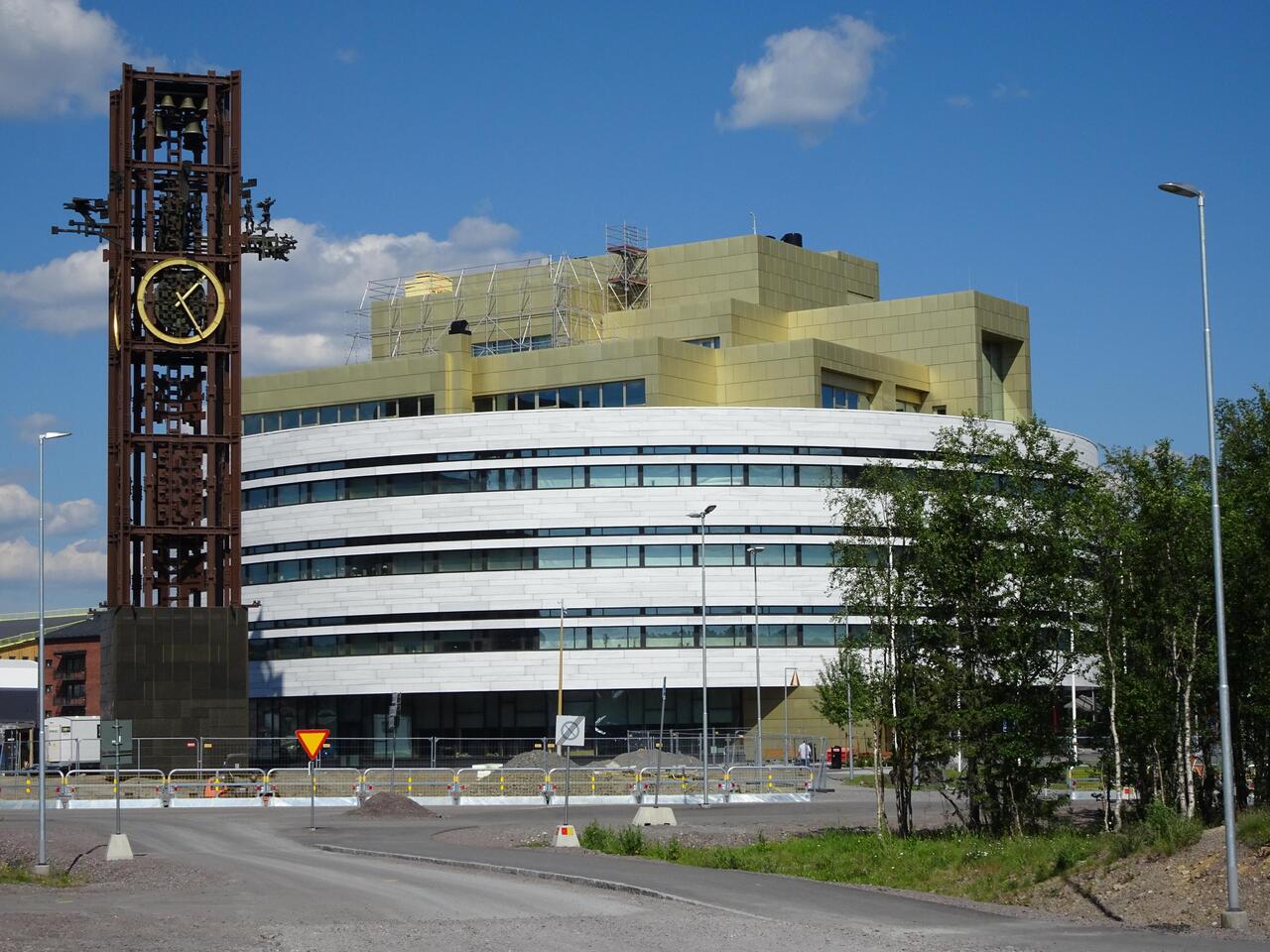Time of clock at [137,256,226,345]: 1:24
